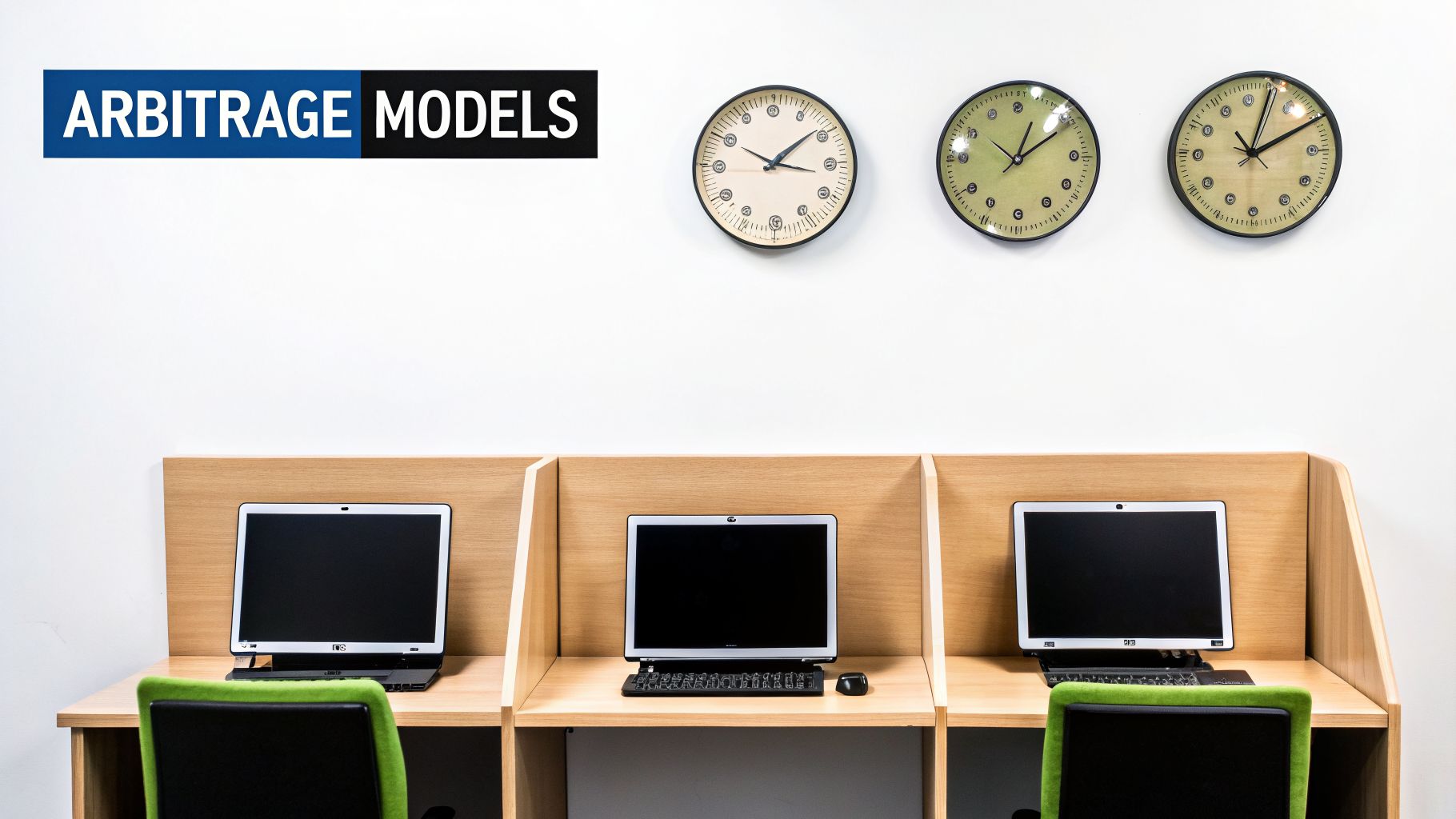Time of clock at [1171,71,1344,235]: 2:03
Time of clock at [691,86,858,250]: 3:08
